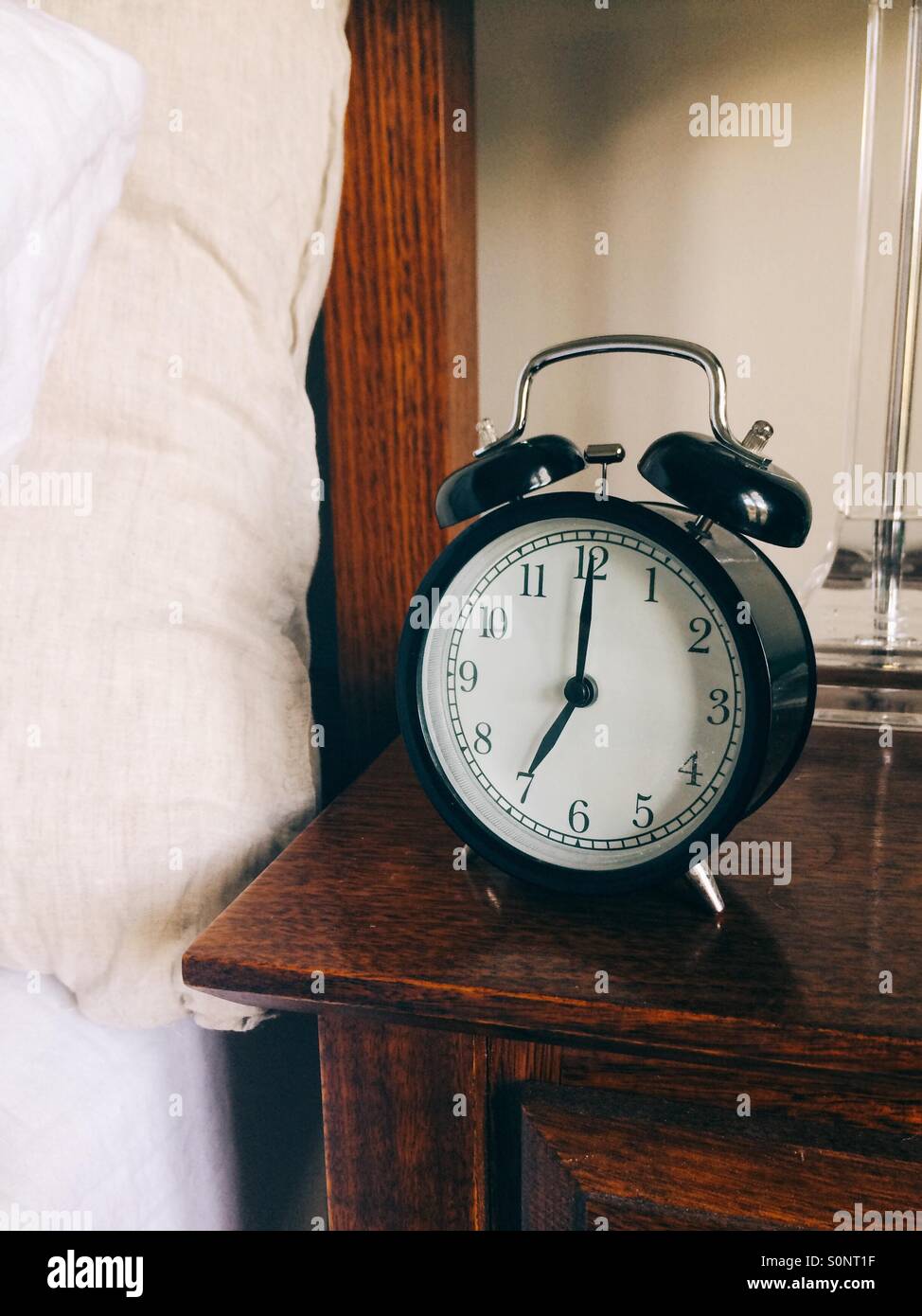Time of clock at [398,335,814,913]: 7:00
